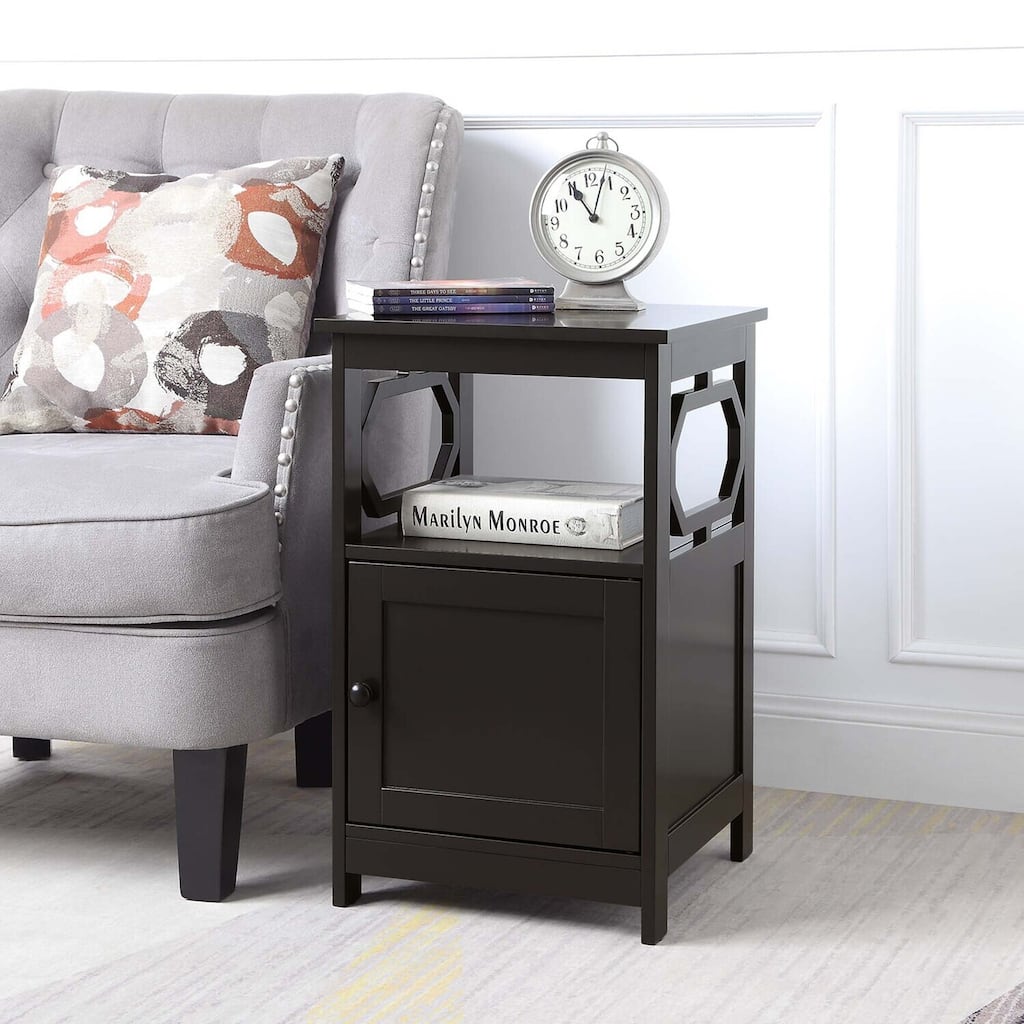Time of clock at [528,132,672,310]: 11:03
